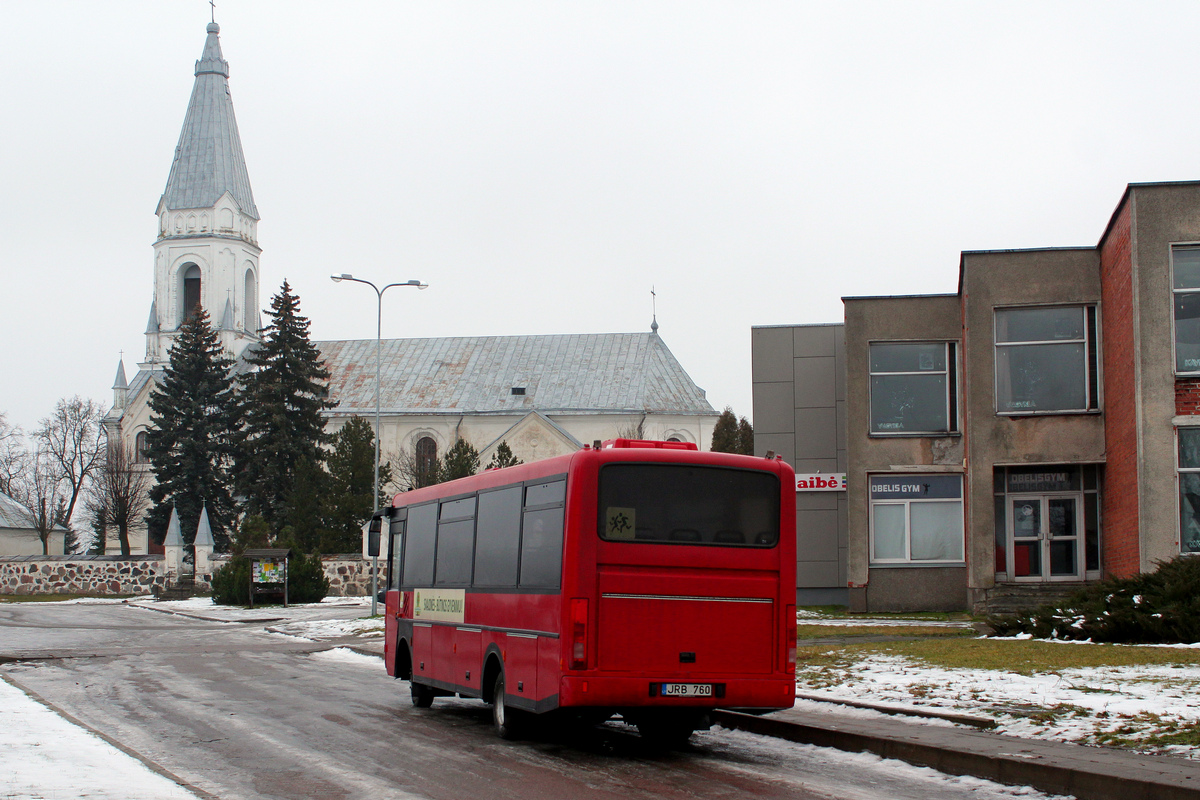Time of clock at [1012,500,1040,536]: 8:12
